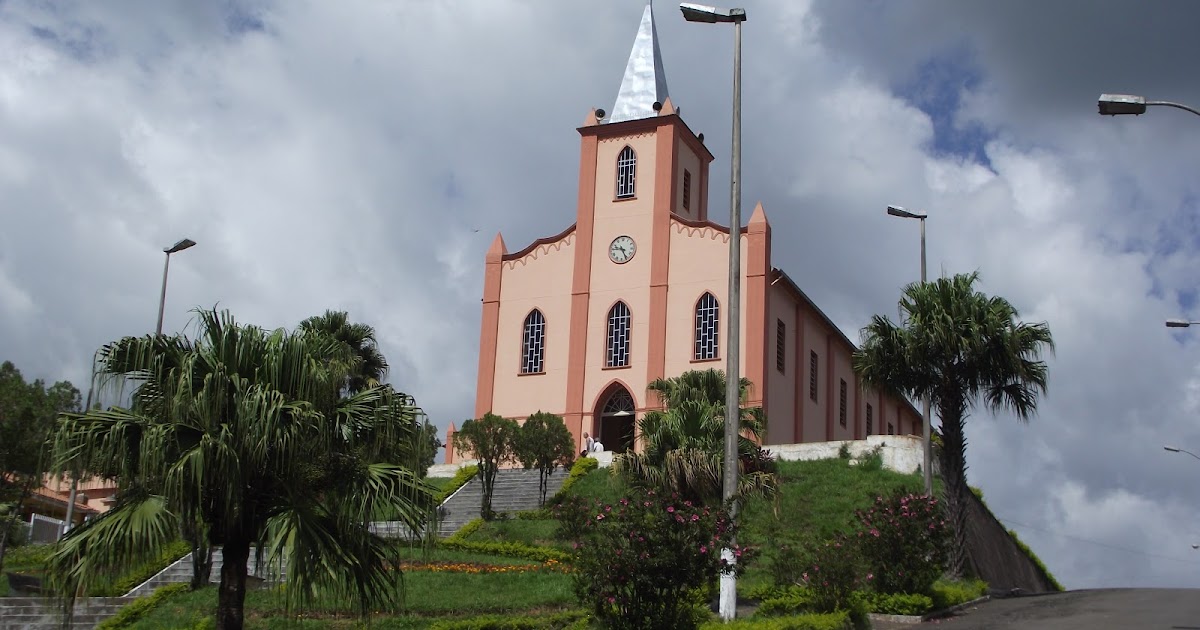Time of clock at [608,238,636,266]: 9:25
